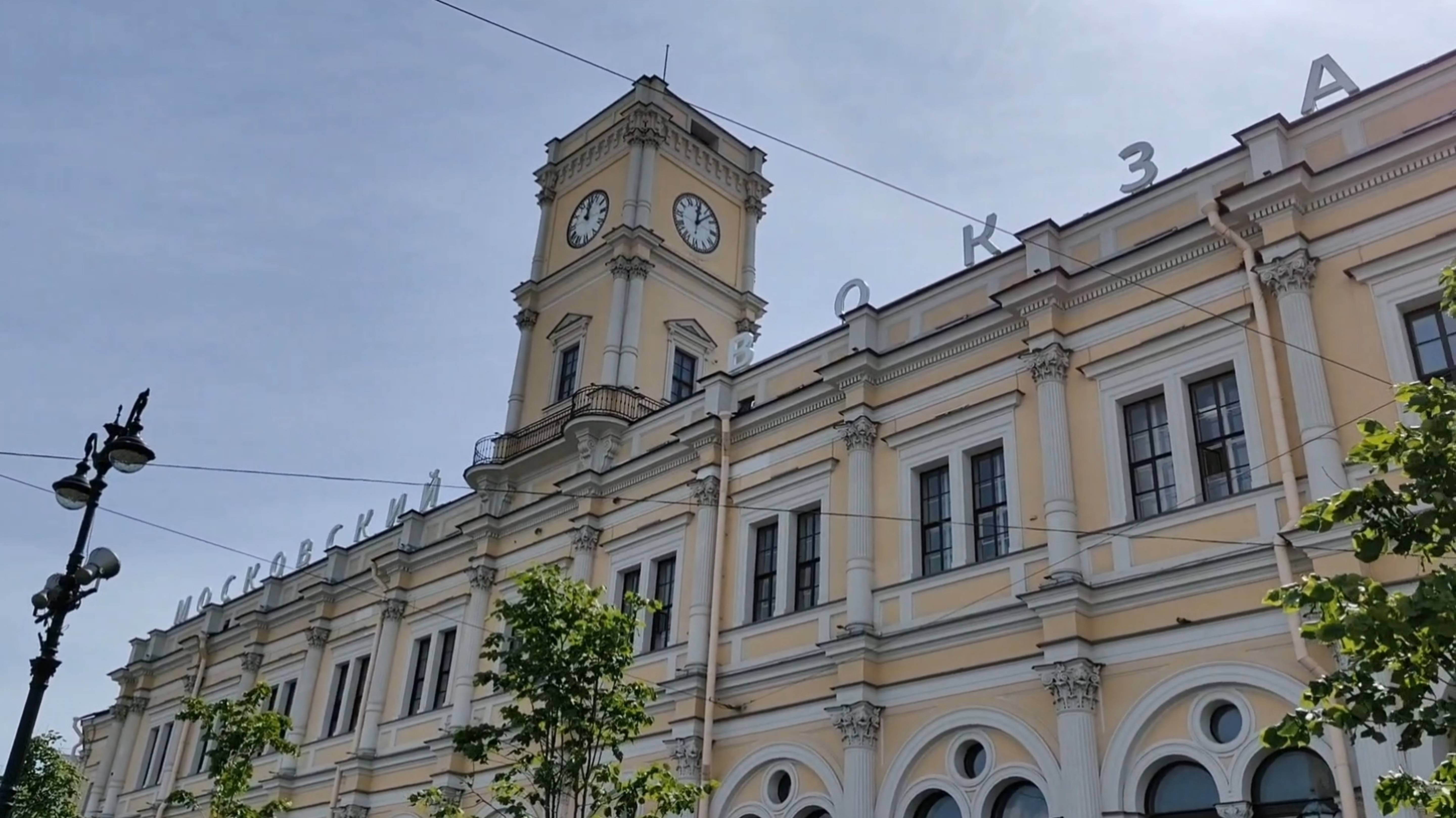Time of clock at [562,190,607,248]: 12:02
